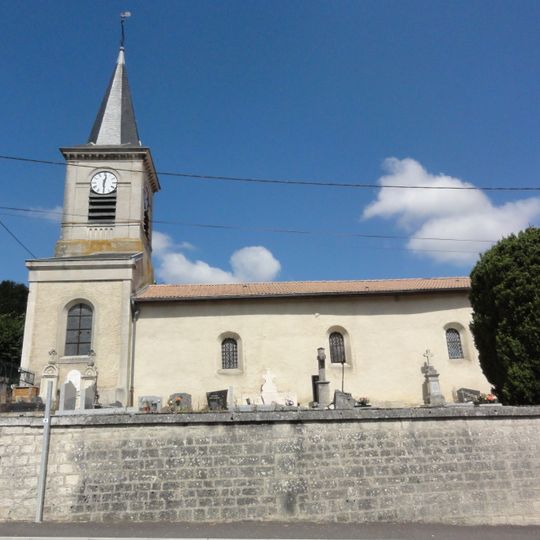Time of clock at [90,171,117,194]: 12:29
